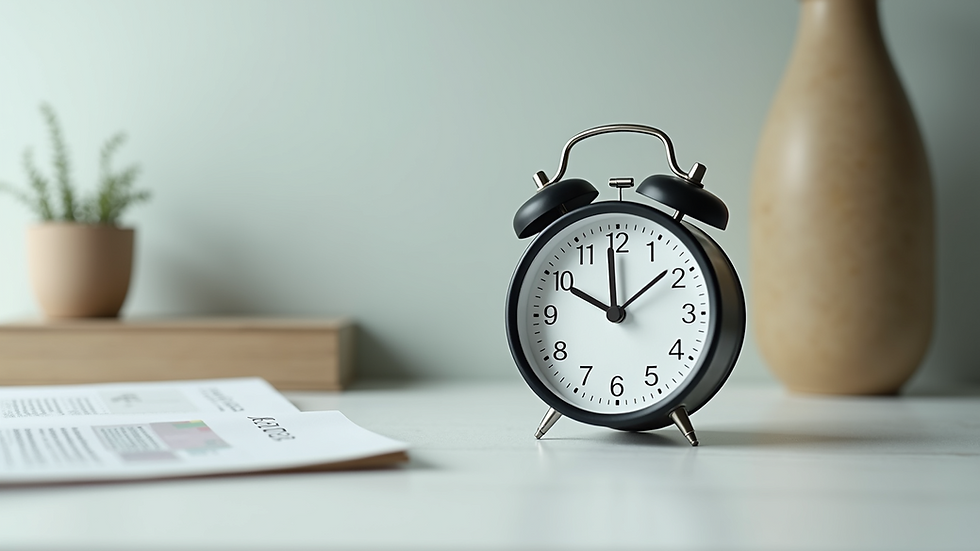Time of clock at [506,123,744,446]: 9:59
